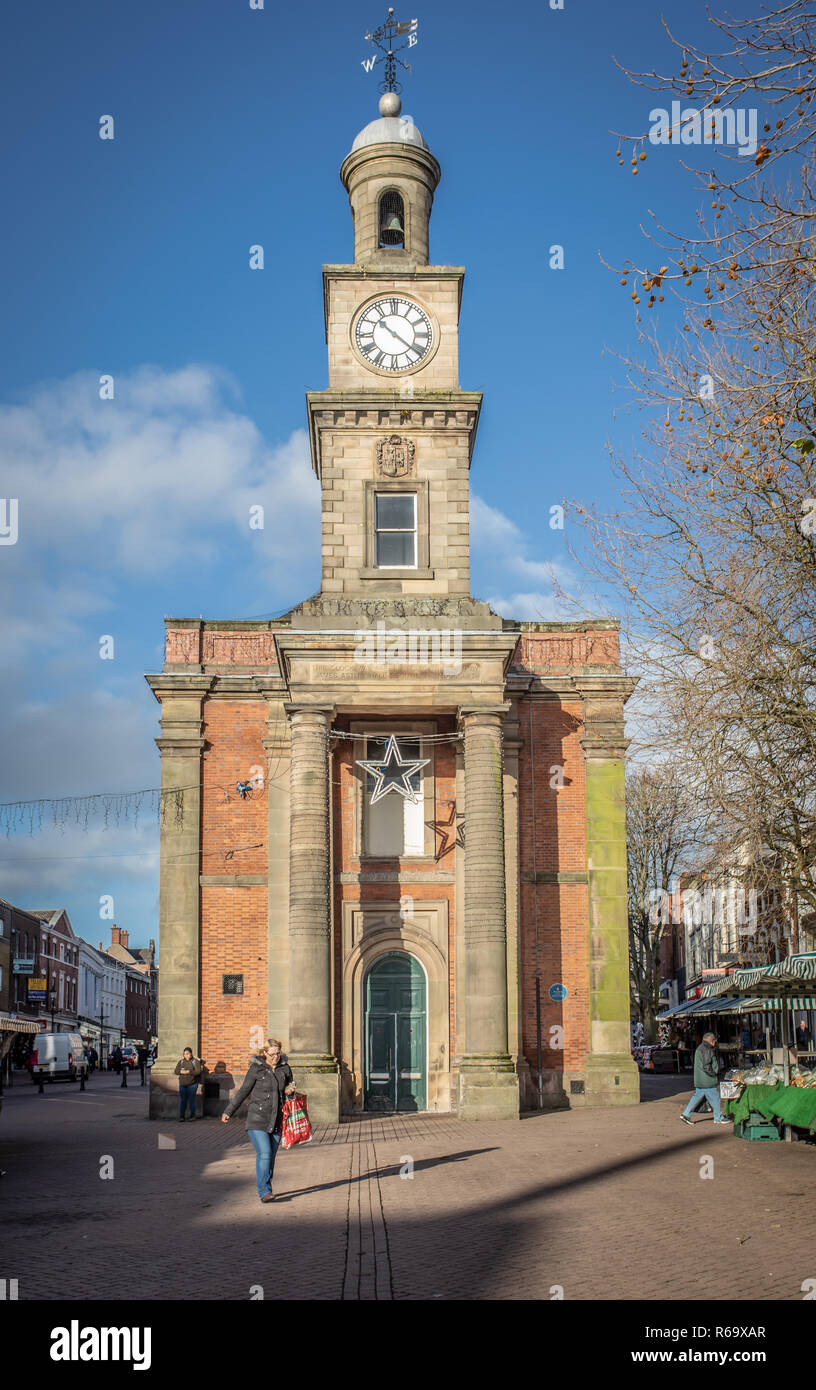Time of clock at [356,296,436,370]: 10:21
